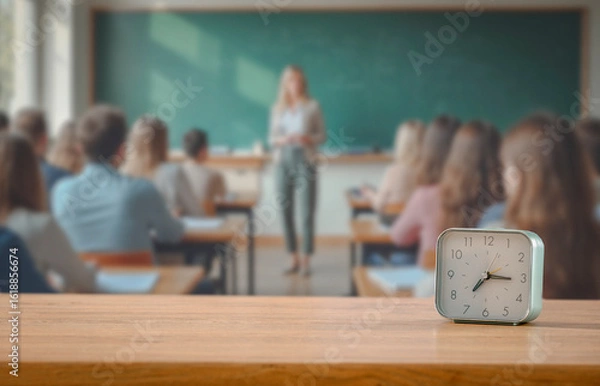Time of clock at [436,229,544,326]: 7:15
